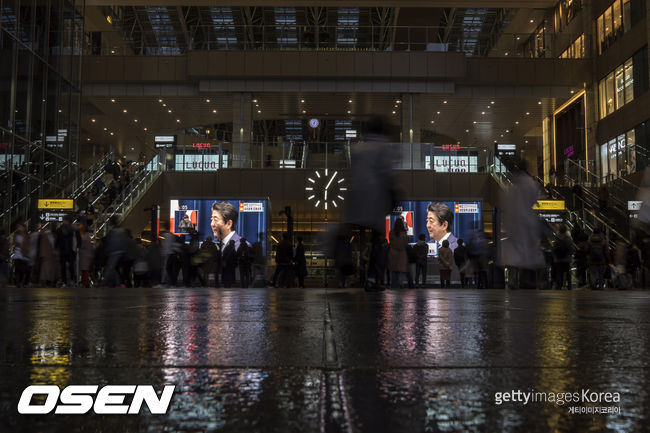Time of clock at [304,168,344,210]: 6:05
